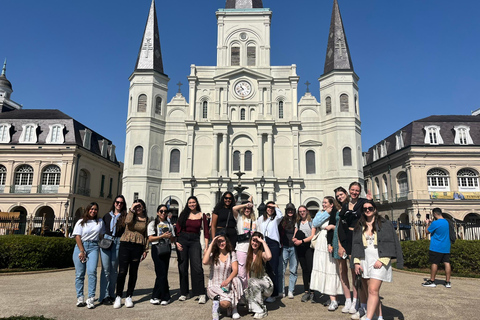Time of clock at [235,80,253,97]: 10:41
